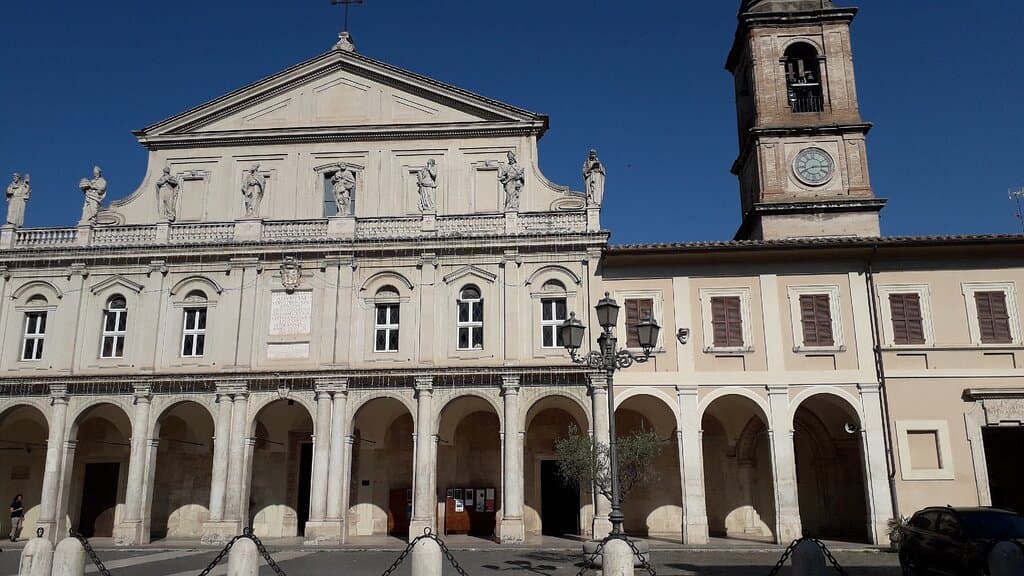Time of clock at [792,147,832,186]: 8:14
